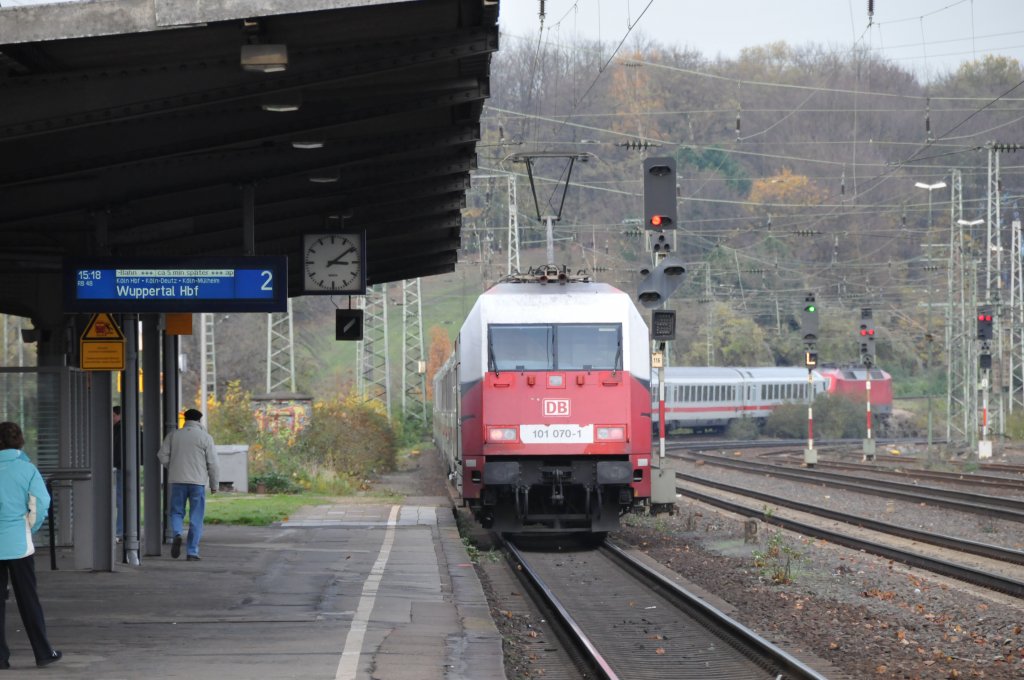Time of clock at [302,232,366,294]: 3:09
